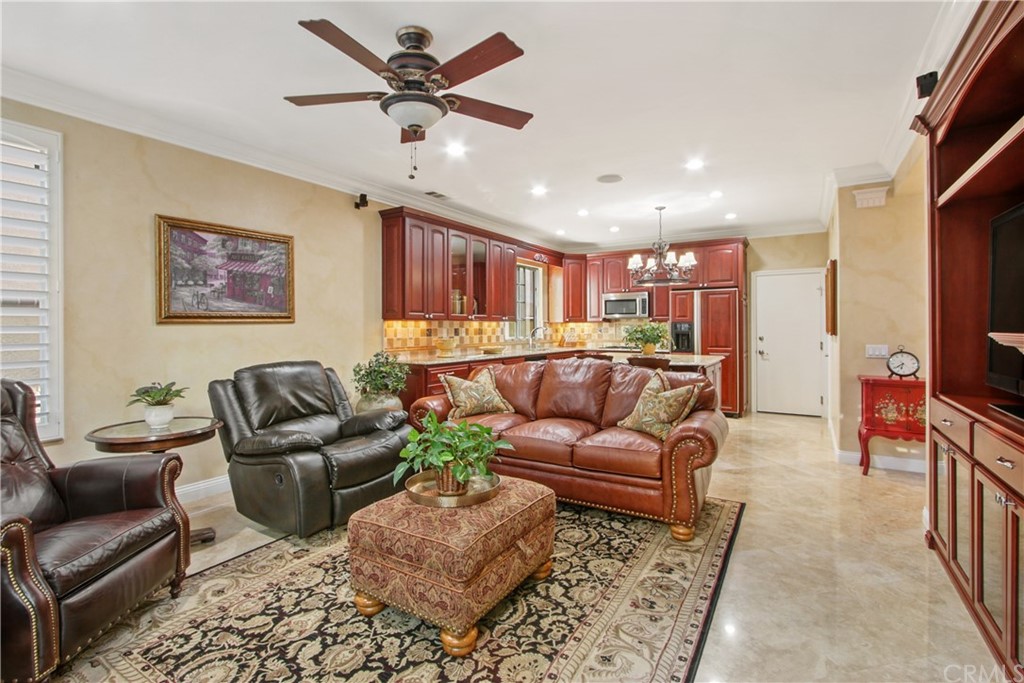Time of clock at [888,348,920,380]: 6:39
